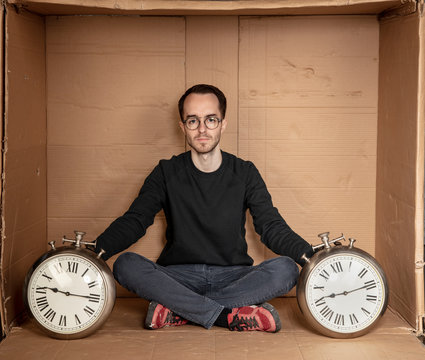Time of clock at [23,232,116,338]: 9:15
